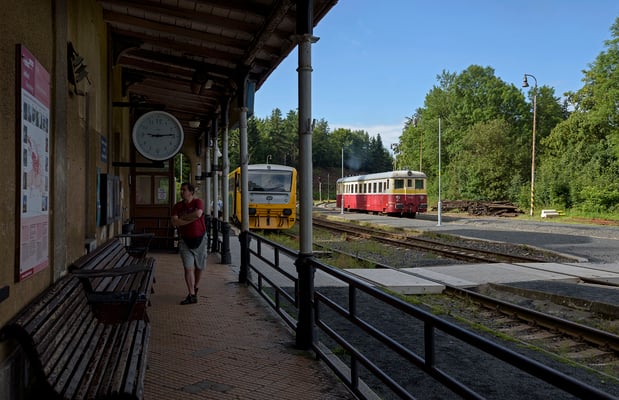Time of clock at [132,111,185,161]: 9:13
